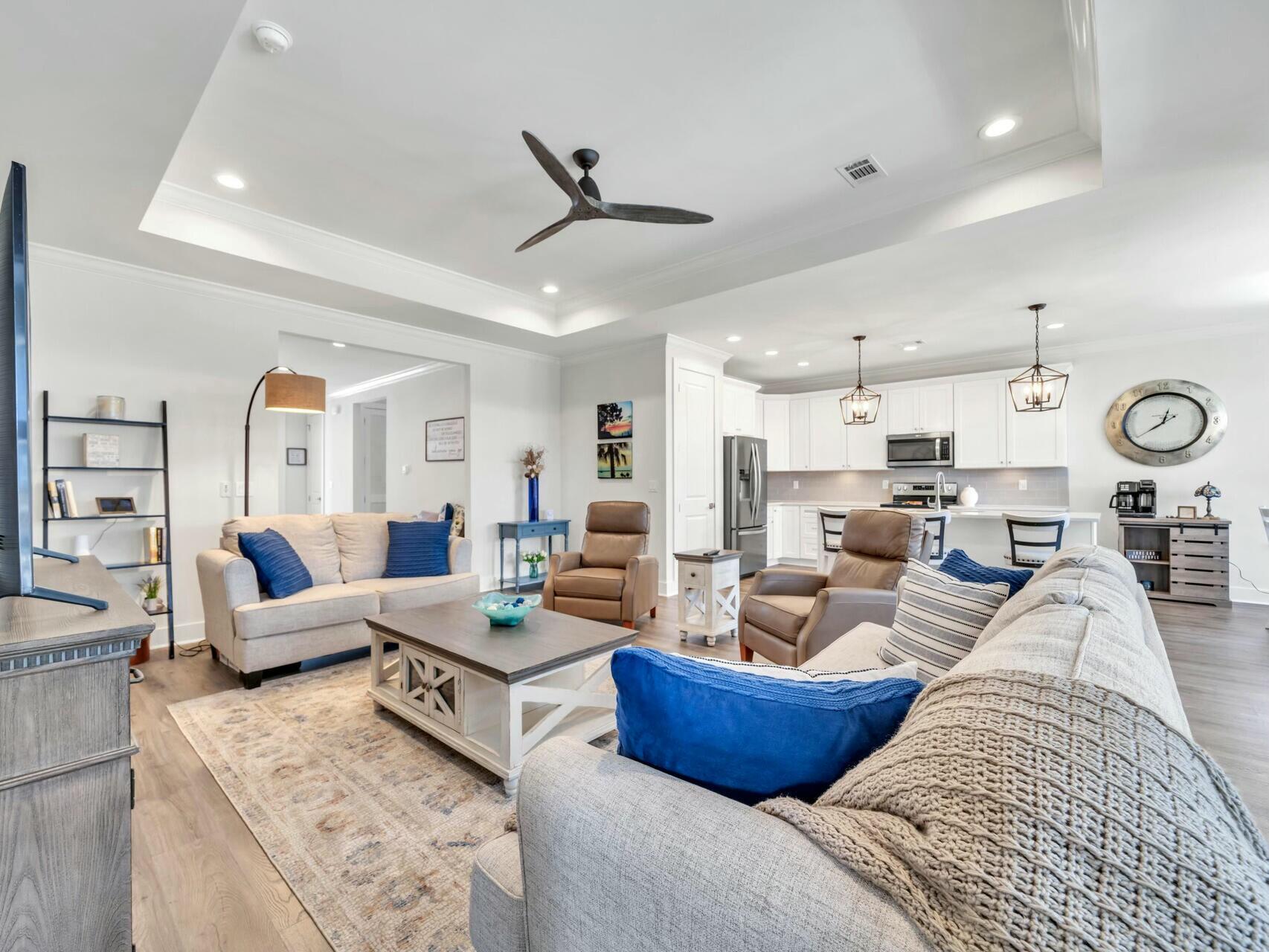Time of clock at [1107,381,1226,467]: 12:38
